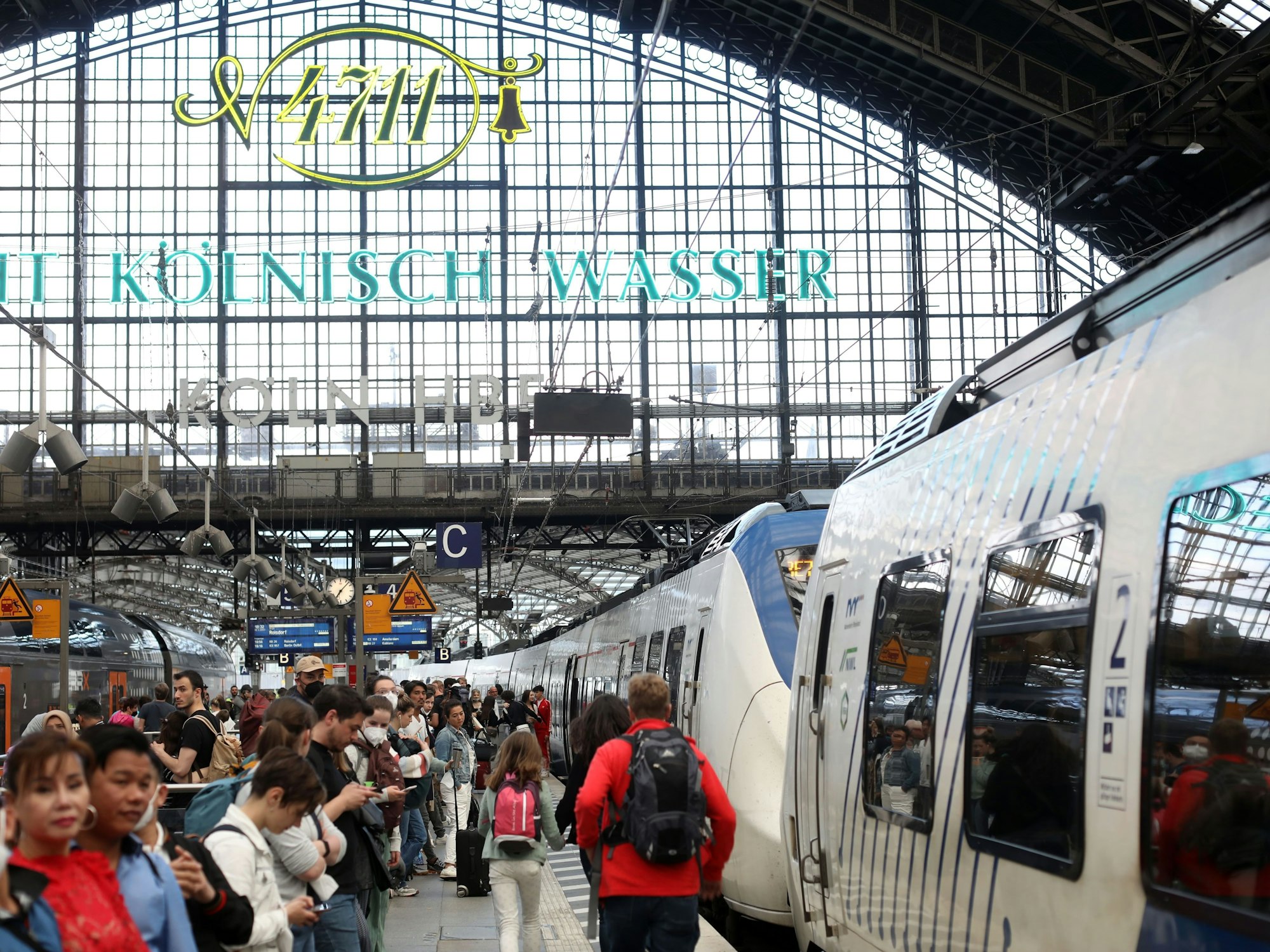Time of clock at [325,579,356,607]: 7:07
